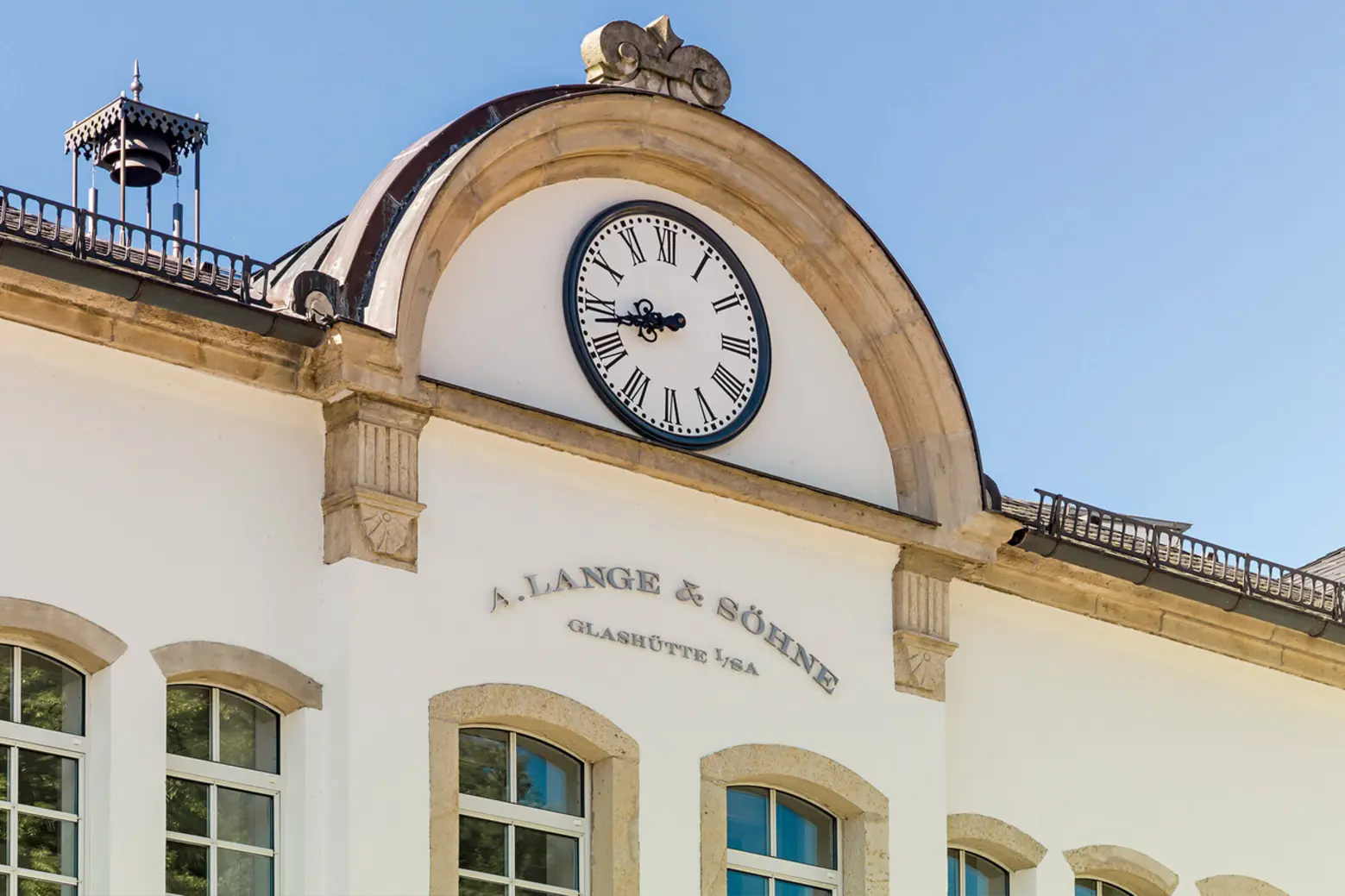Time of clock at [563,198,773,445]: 8:43
